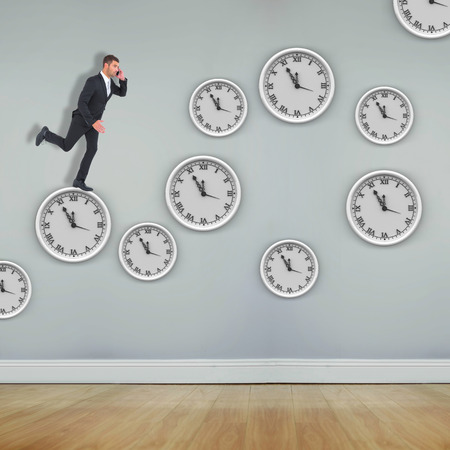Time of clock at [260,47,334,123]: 11:55
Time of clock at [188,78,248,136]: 11:55
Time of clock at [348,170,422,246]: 11:55
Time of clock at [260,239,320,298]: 11:55
